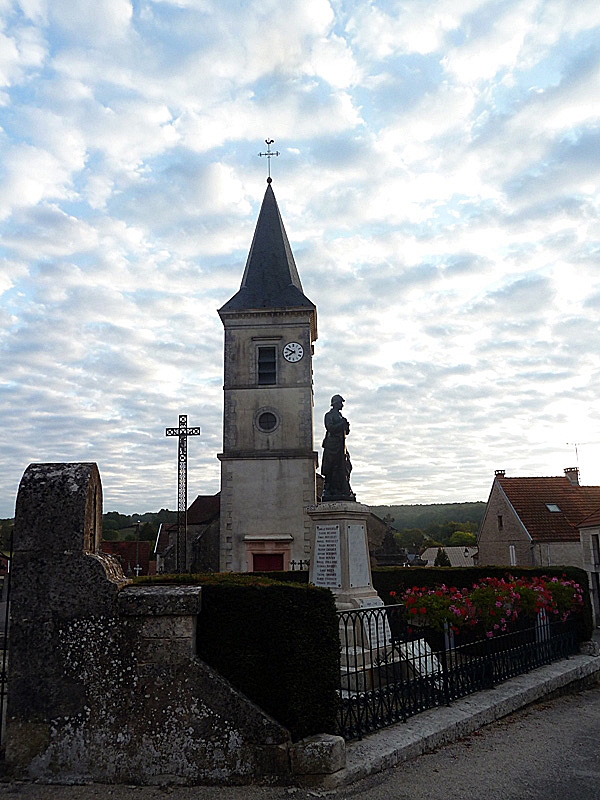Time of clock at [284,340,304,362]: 7:49
